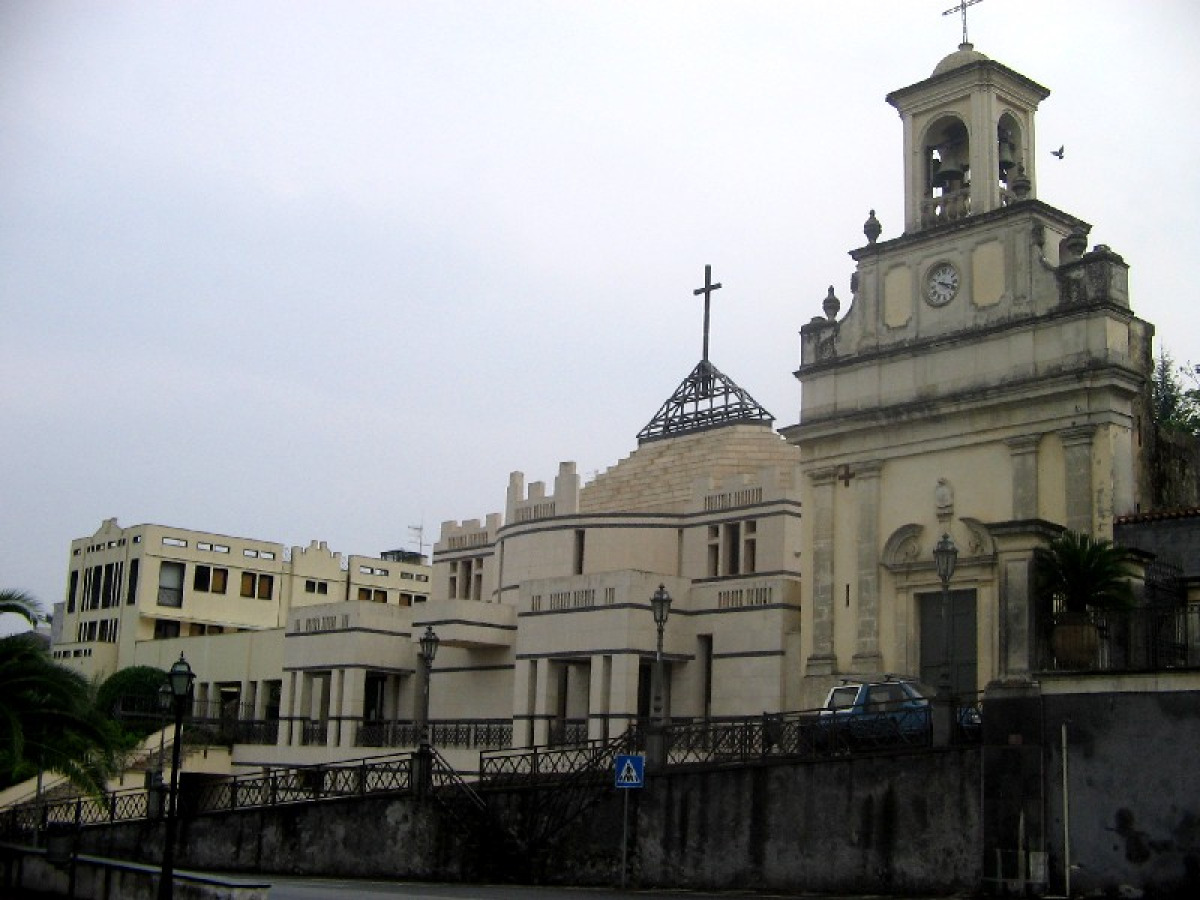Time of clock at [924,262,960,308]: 4:17
